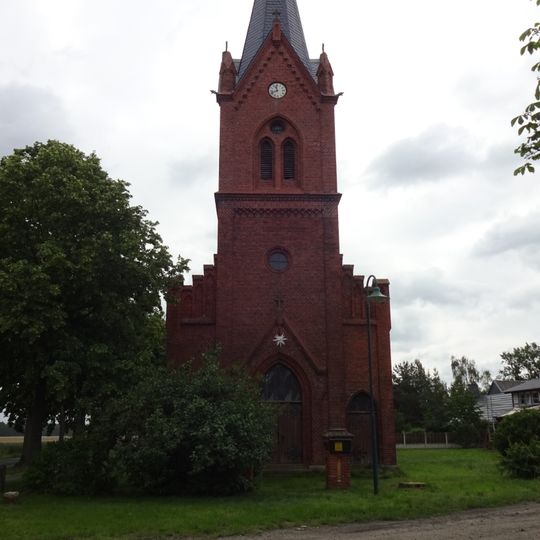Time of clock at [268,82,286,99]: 11:41
